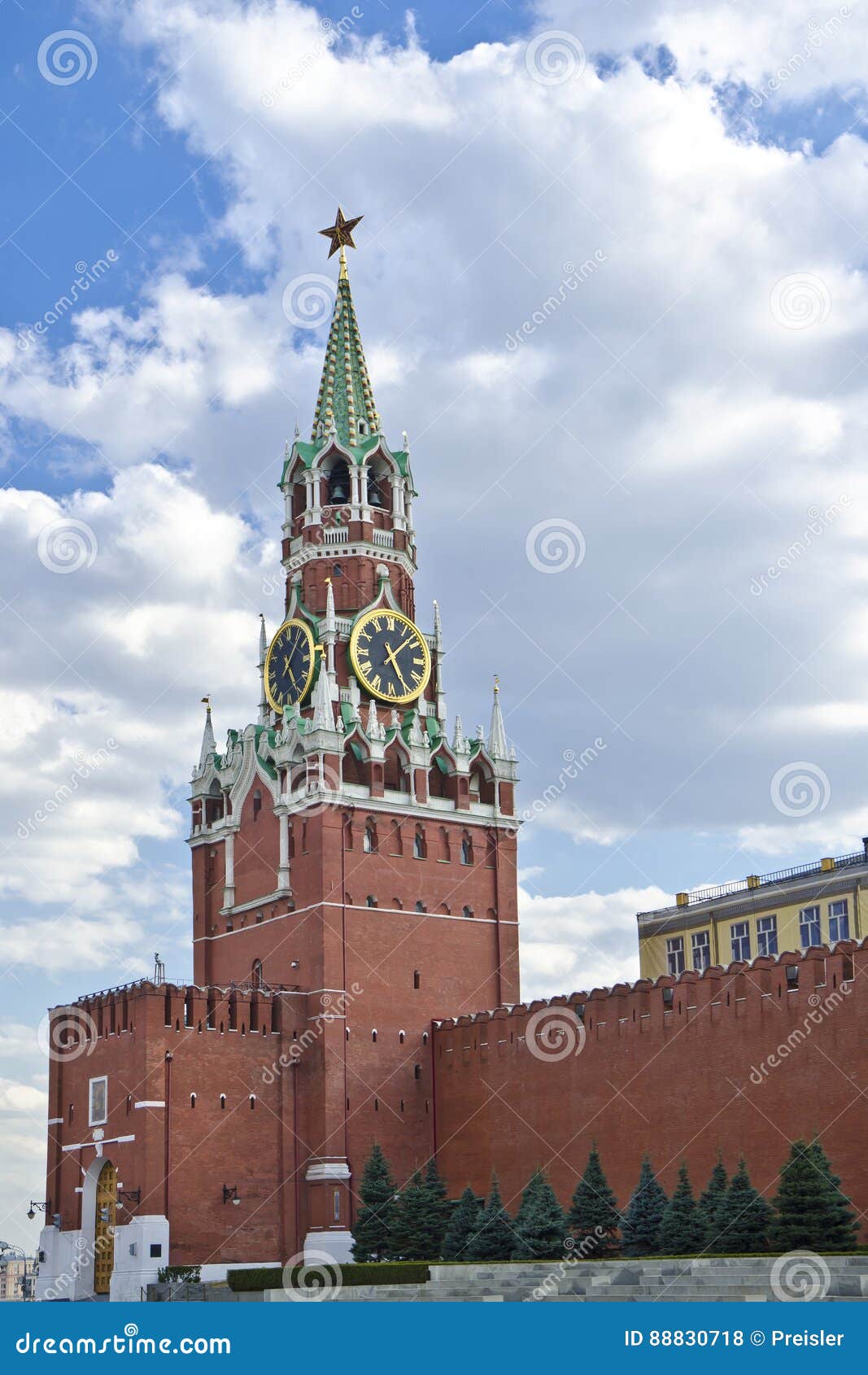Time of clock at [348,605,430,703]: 5:07
